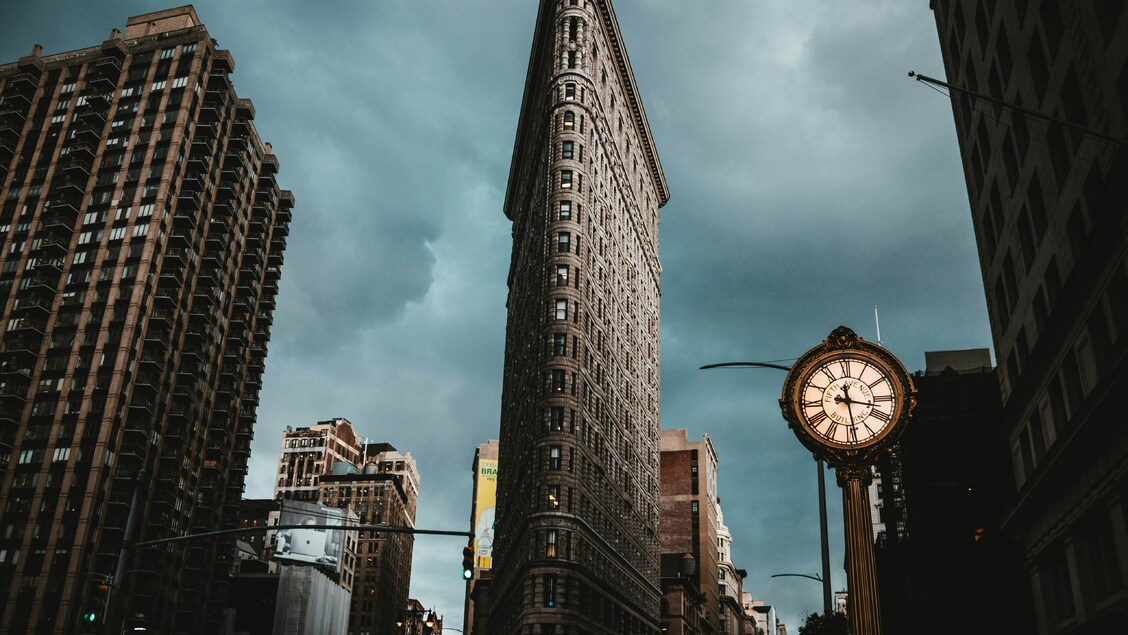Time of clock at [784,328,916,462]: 3:28
